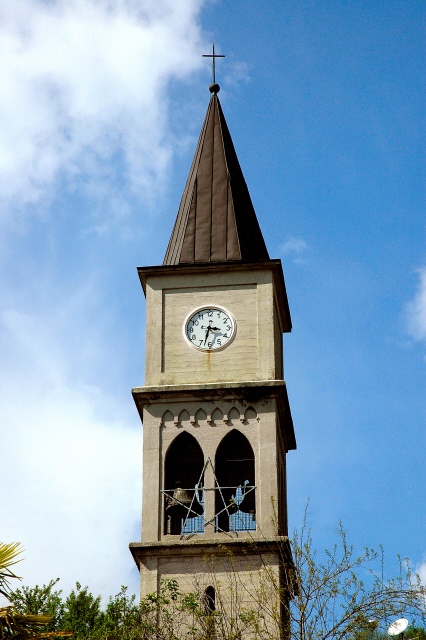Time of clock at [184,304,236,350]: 3:32
